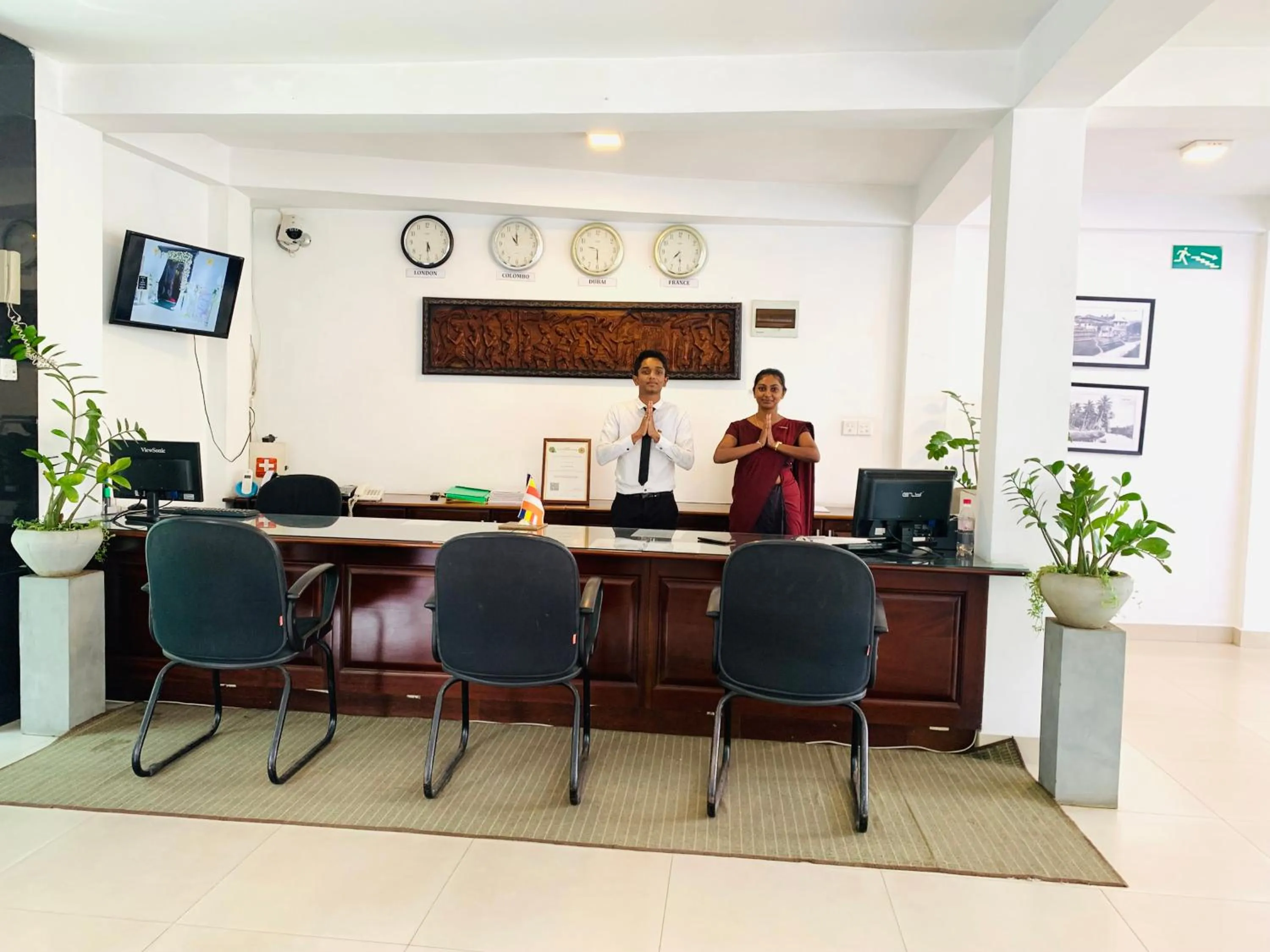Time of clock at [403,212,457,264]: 5:30
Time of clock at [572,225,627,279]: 9:29
